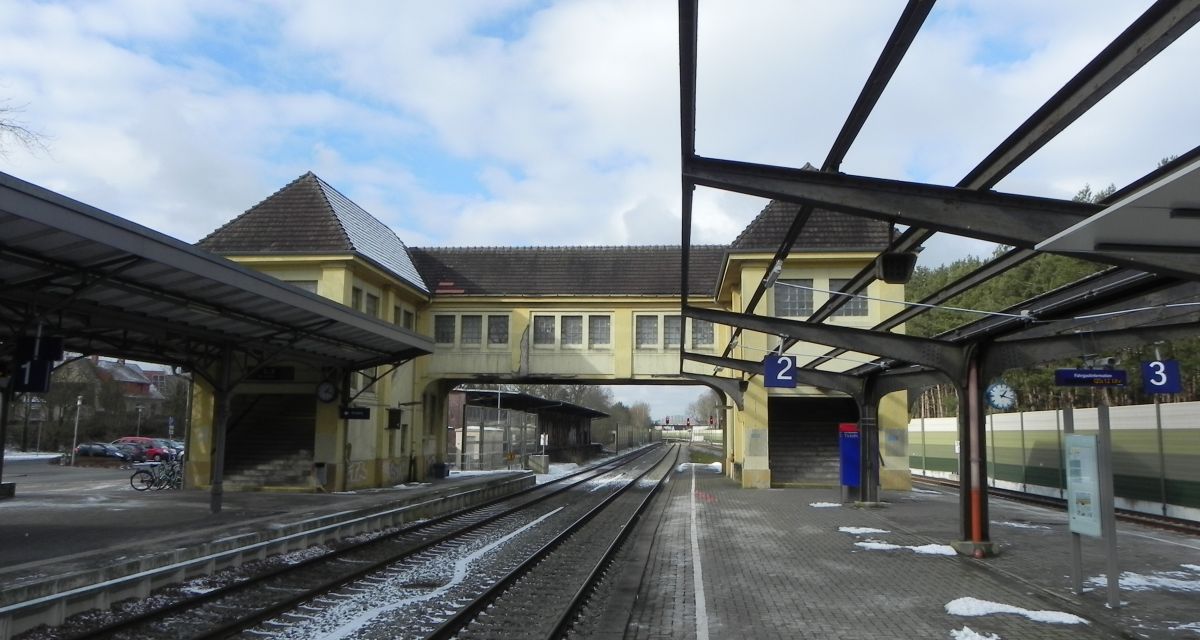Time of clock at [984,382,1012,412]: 1:18
